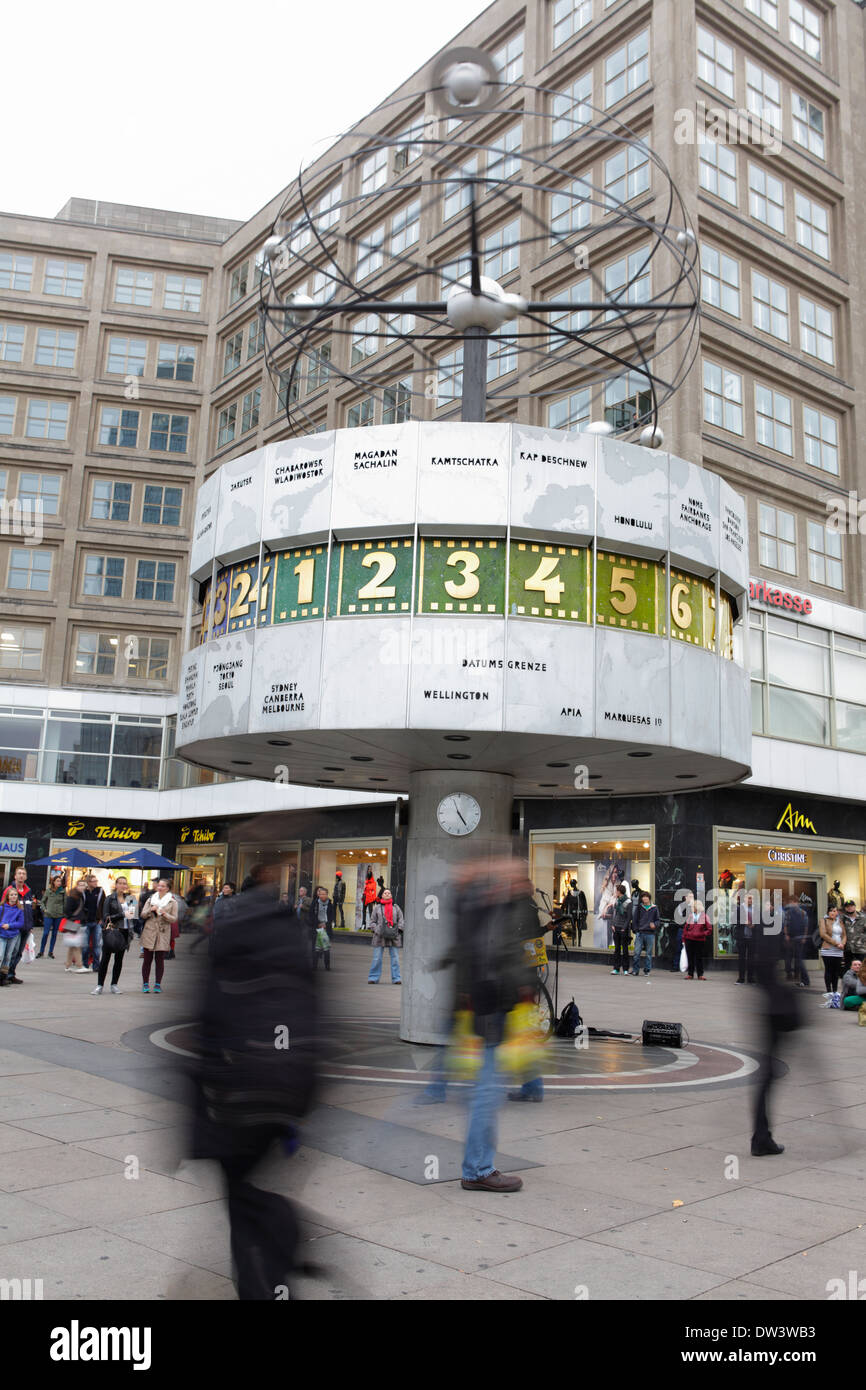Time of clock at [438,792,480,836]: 4:56
